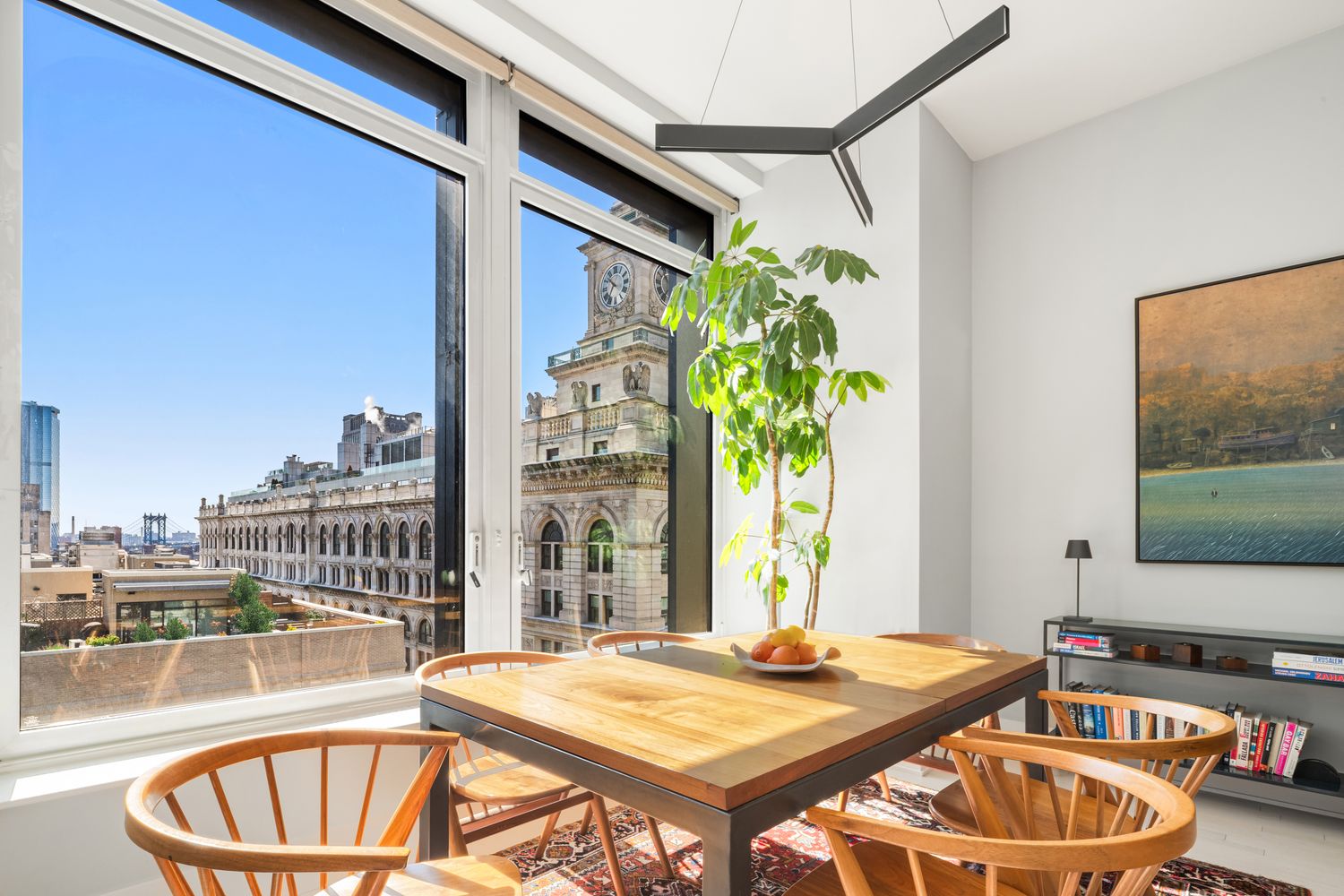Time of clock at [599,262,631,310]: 10:34
